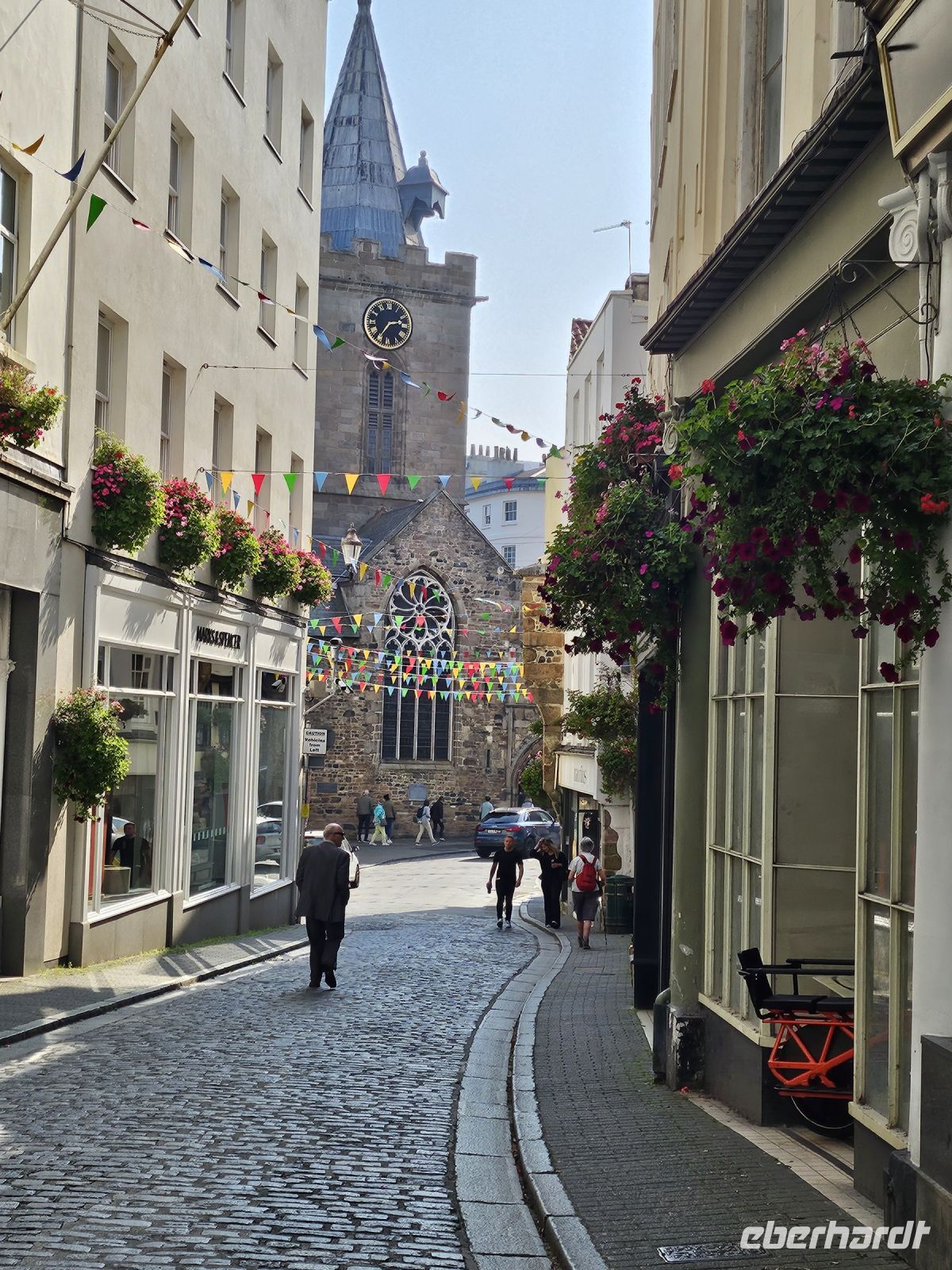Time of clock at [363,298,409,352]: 2:36
